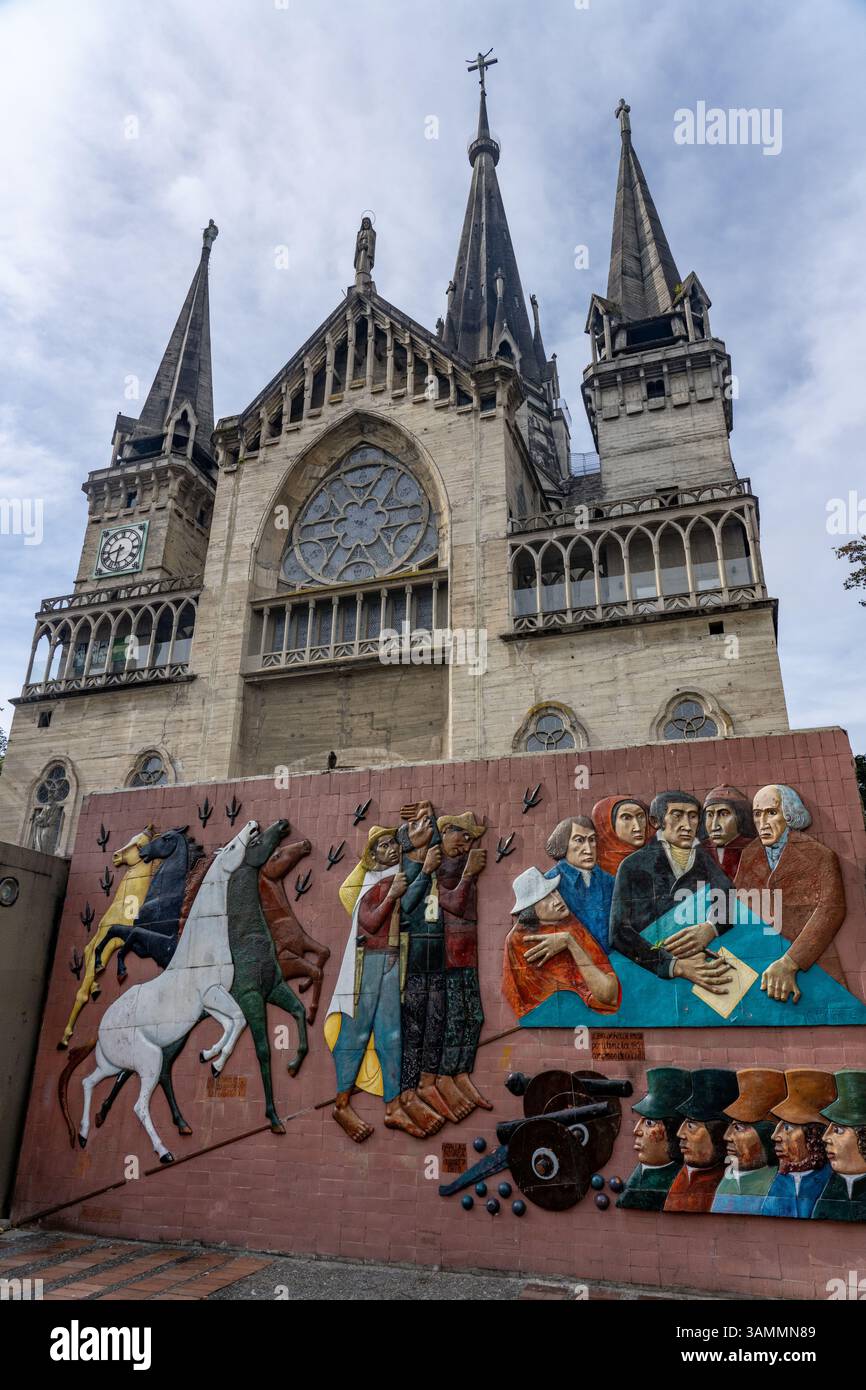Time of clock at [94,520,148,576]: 8:32
